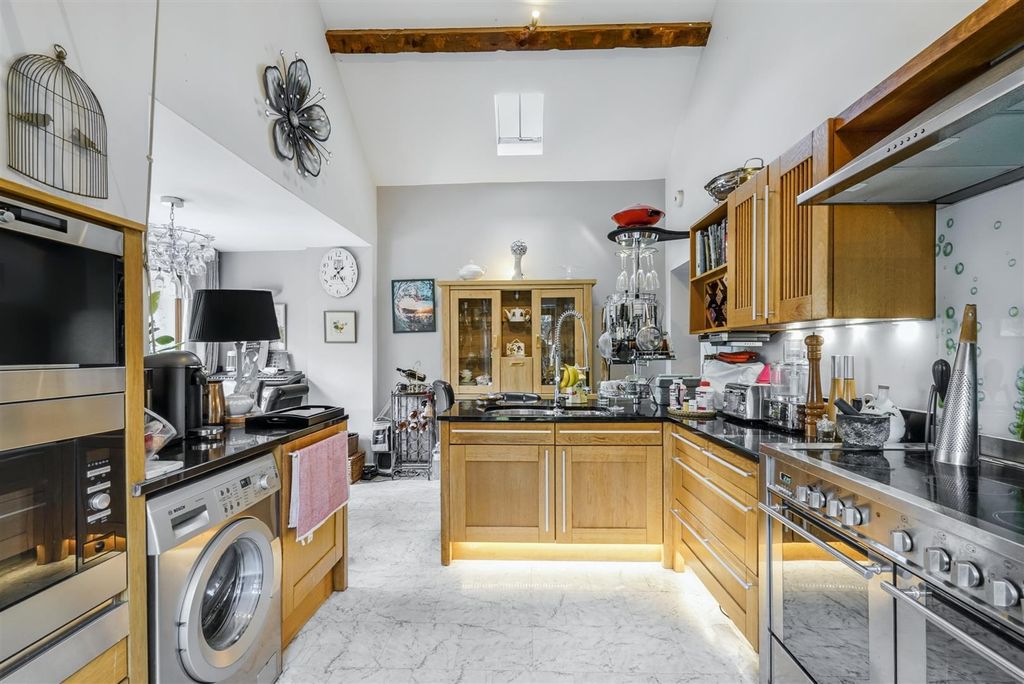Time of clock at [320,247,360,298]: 1:24
